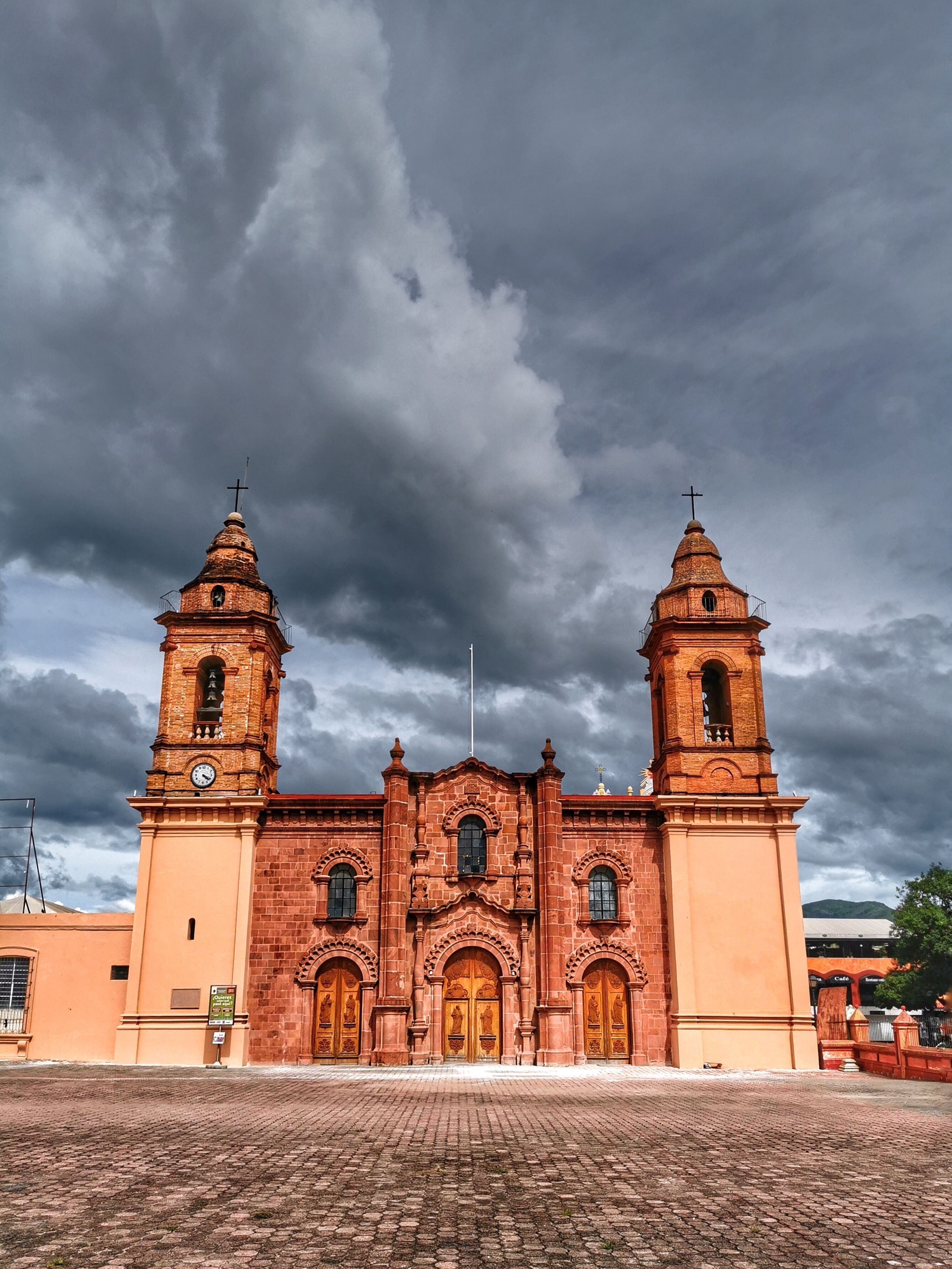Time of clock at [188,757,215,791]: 4:19
